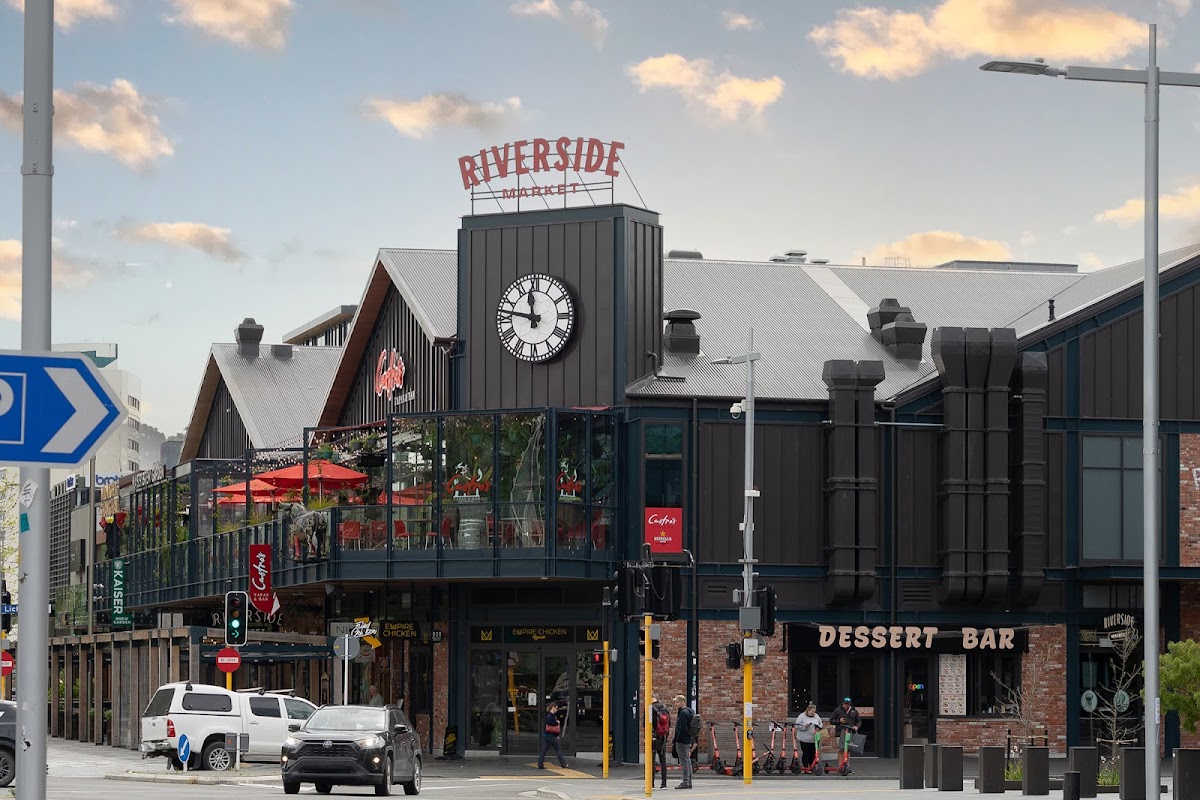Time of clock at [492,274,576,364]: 11:46
